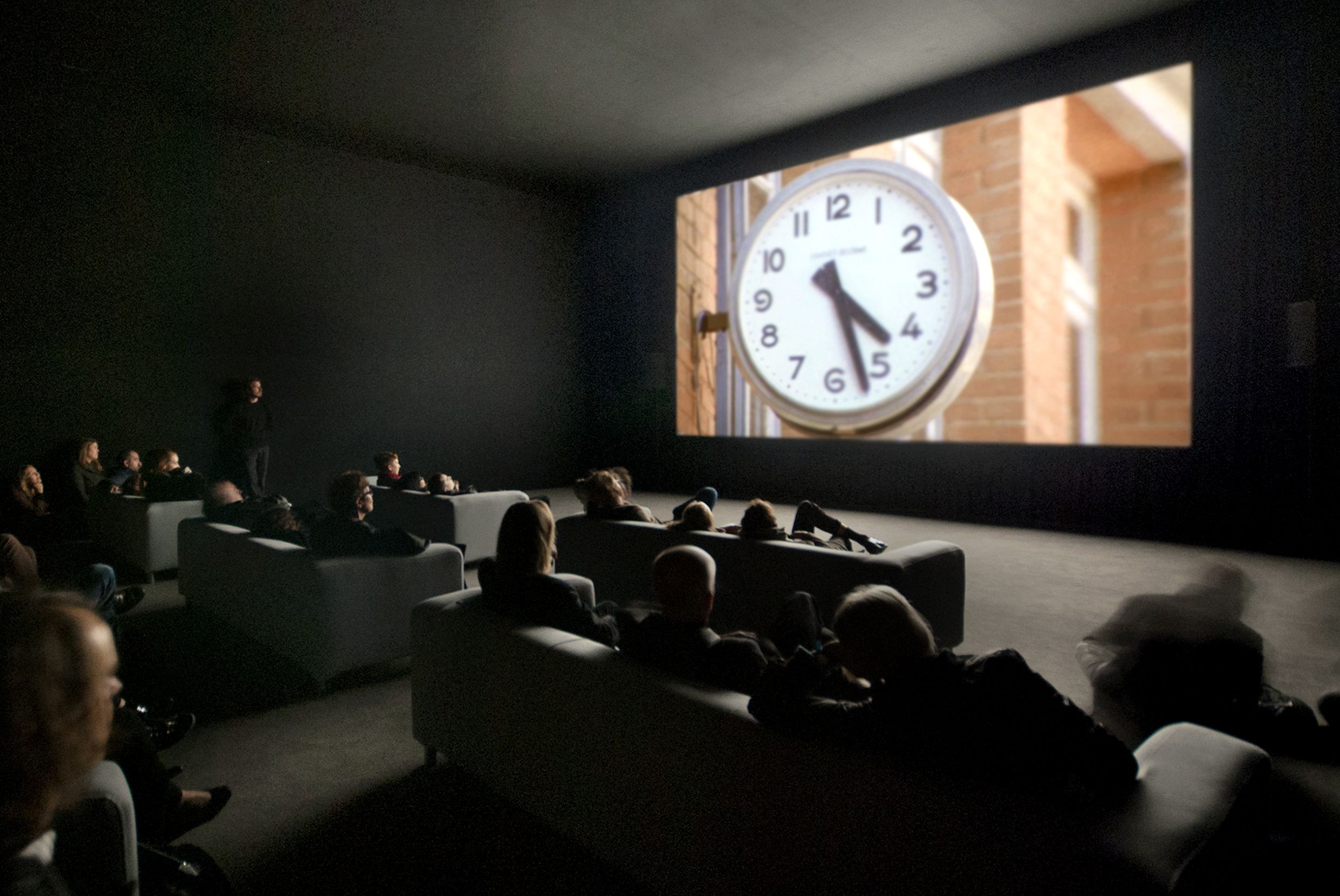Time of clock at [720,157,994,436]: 4:27
